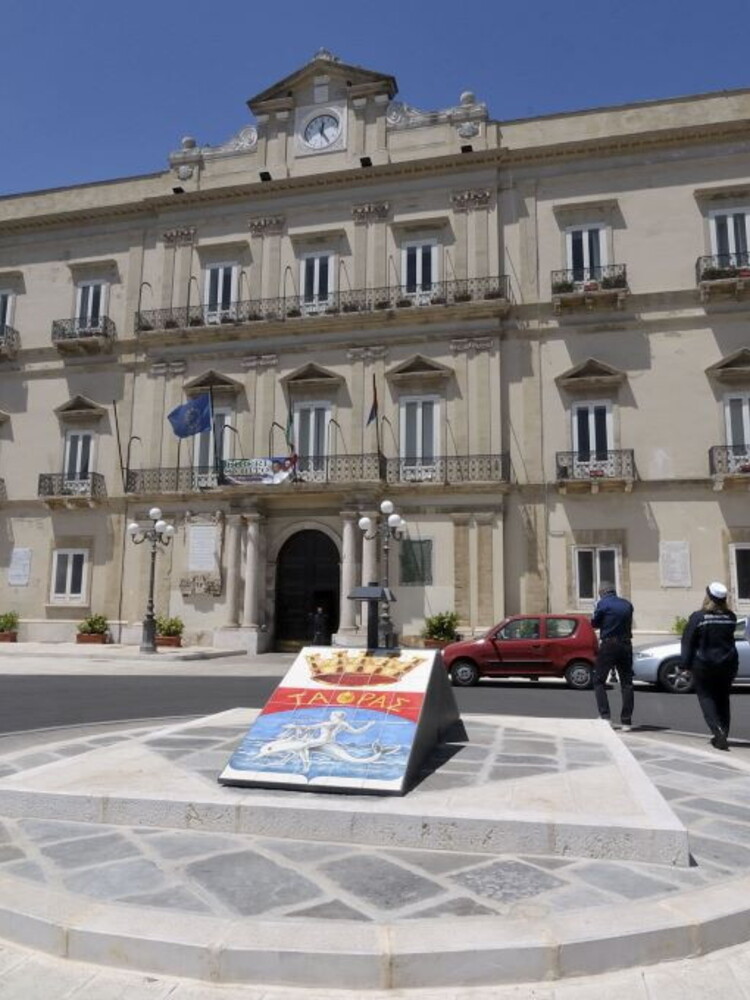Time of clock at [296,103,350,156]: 12:24
